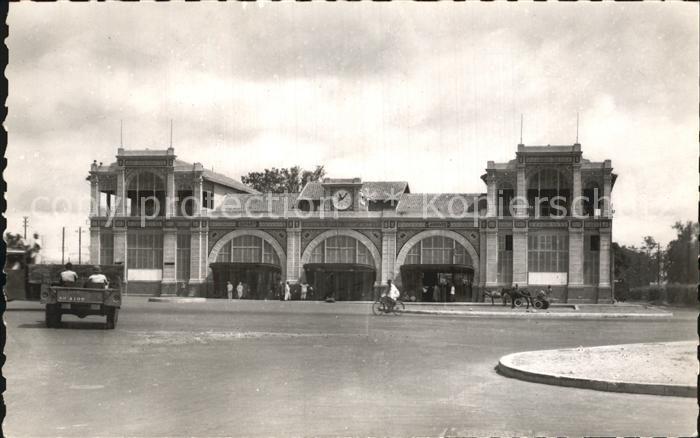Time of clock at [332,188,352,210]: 11:07
